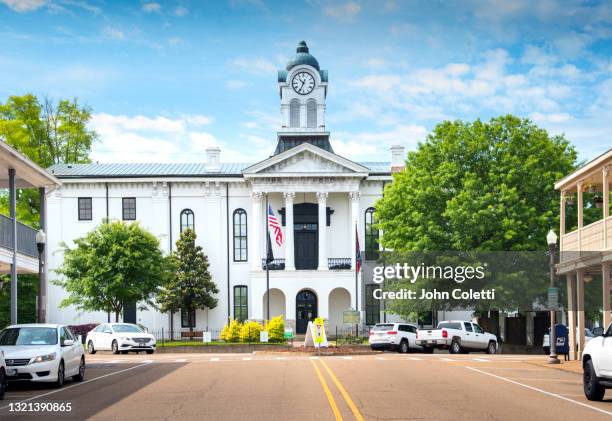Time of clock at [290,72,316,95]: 10:34
